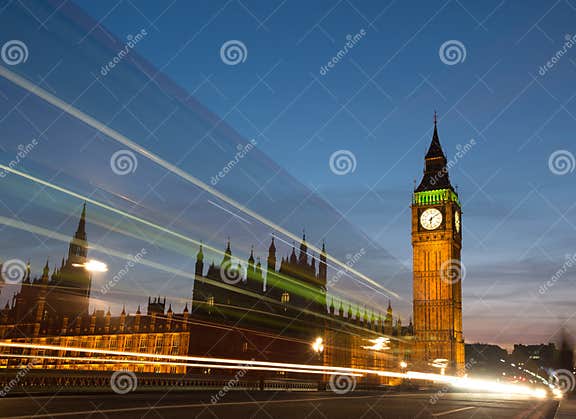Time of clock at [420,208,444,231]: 6:08
